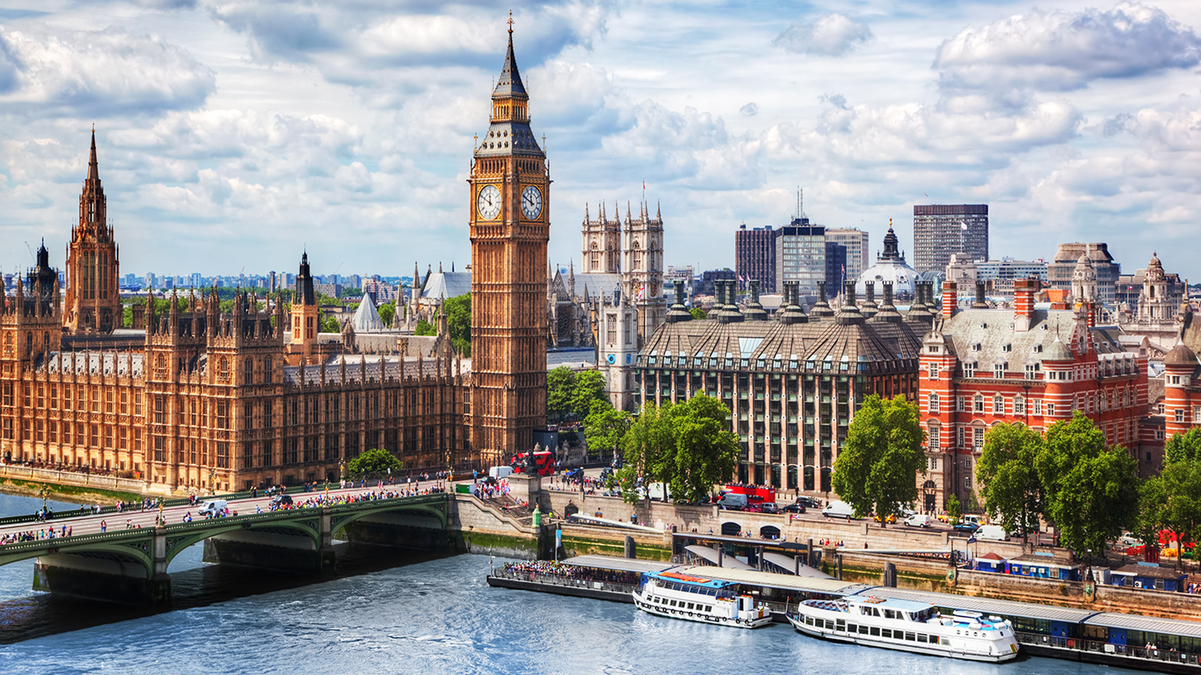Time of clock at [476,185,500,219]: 11:49
